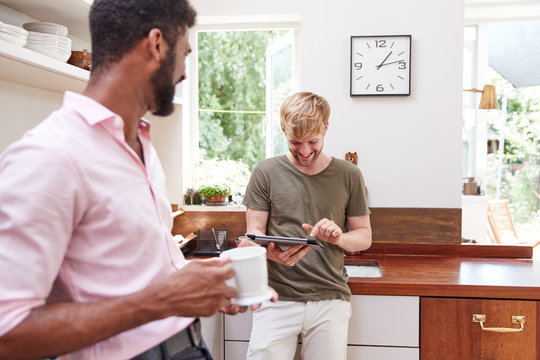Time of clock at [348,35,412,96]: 1:13
